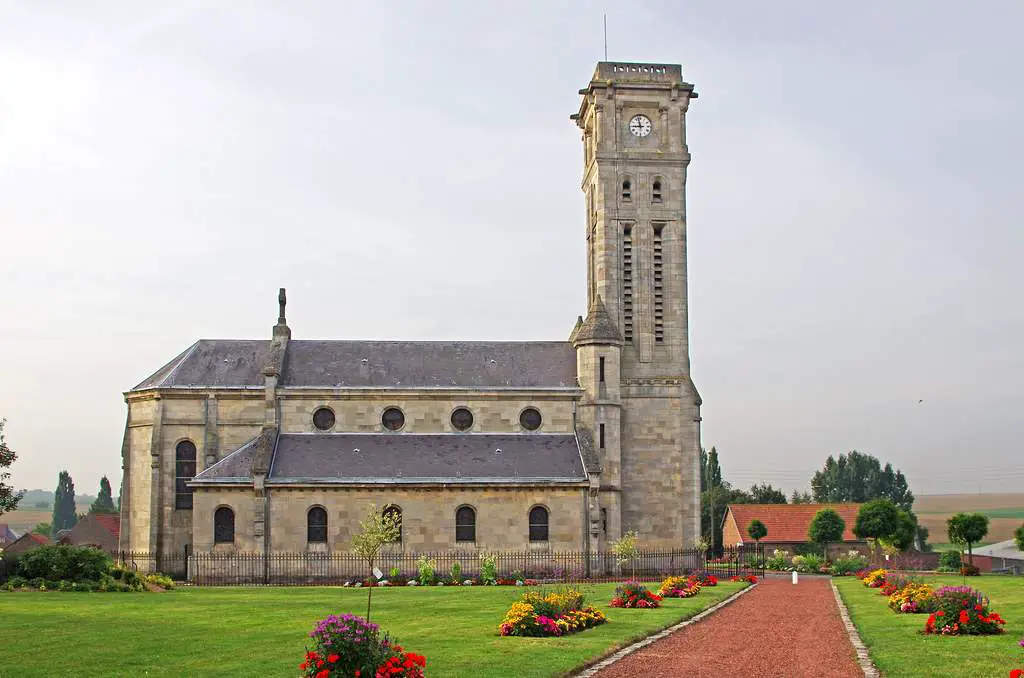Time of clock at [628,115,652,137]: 8:57
